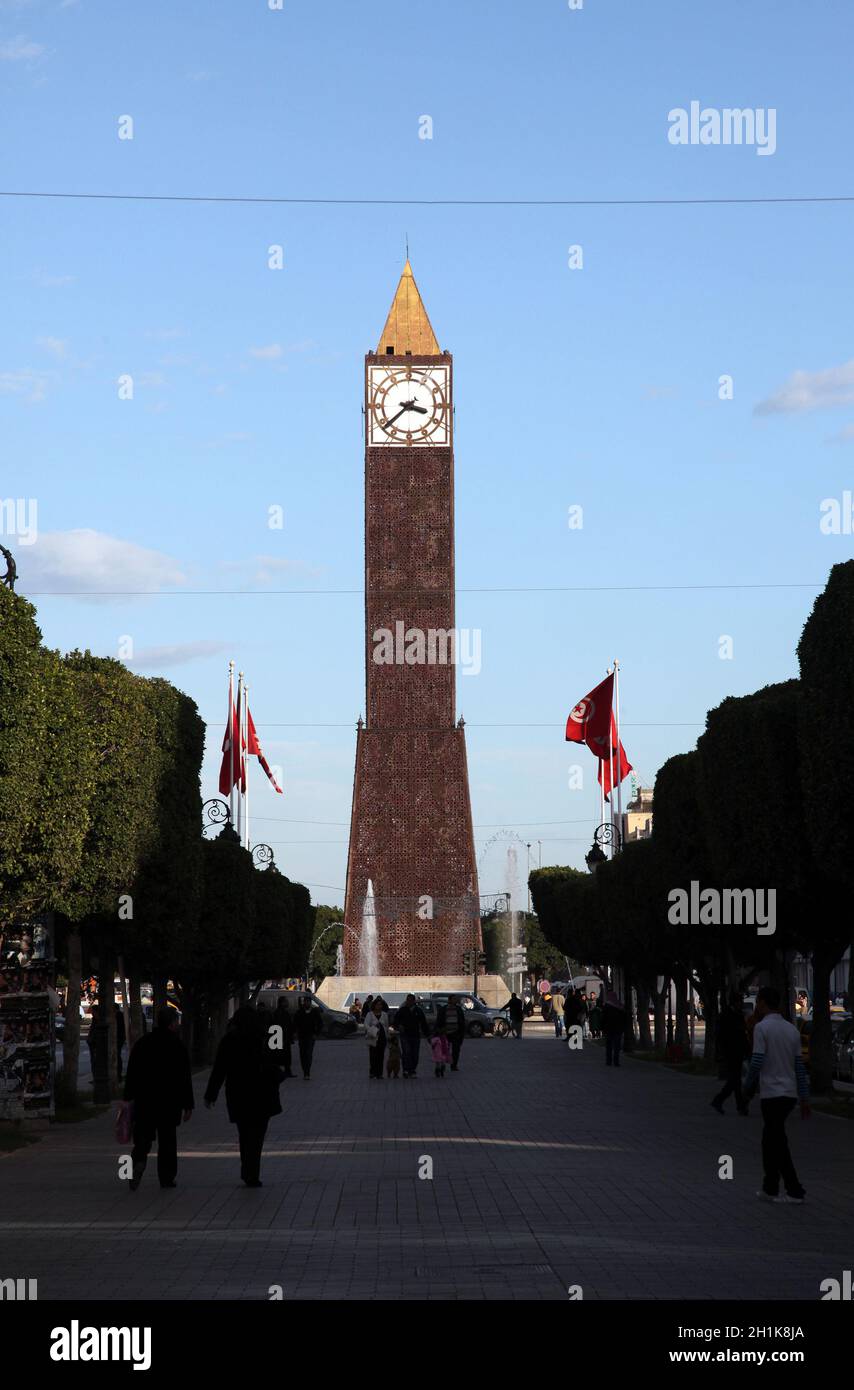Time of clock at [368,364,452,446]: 3:38
